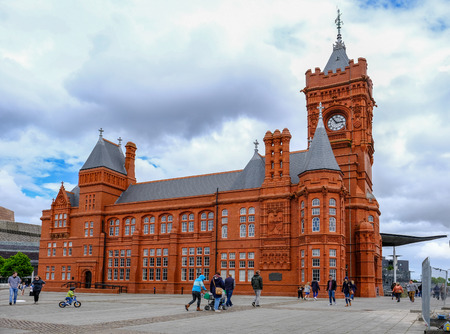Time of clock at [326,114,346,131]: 2:54
